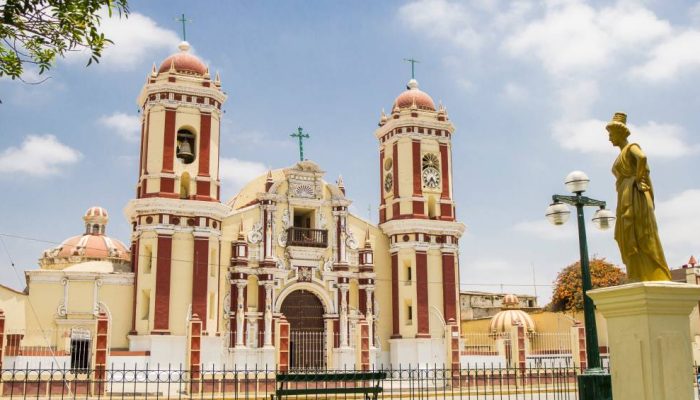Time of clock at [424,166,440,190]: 4:35
